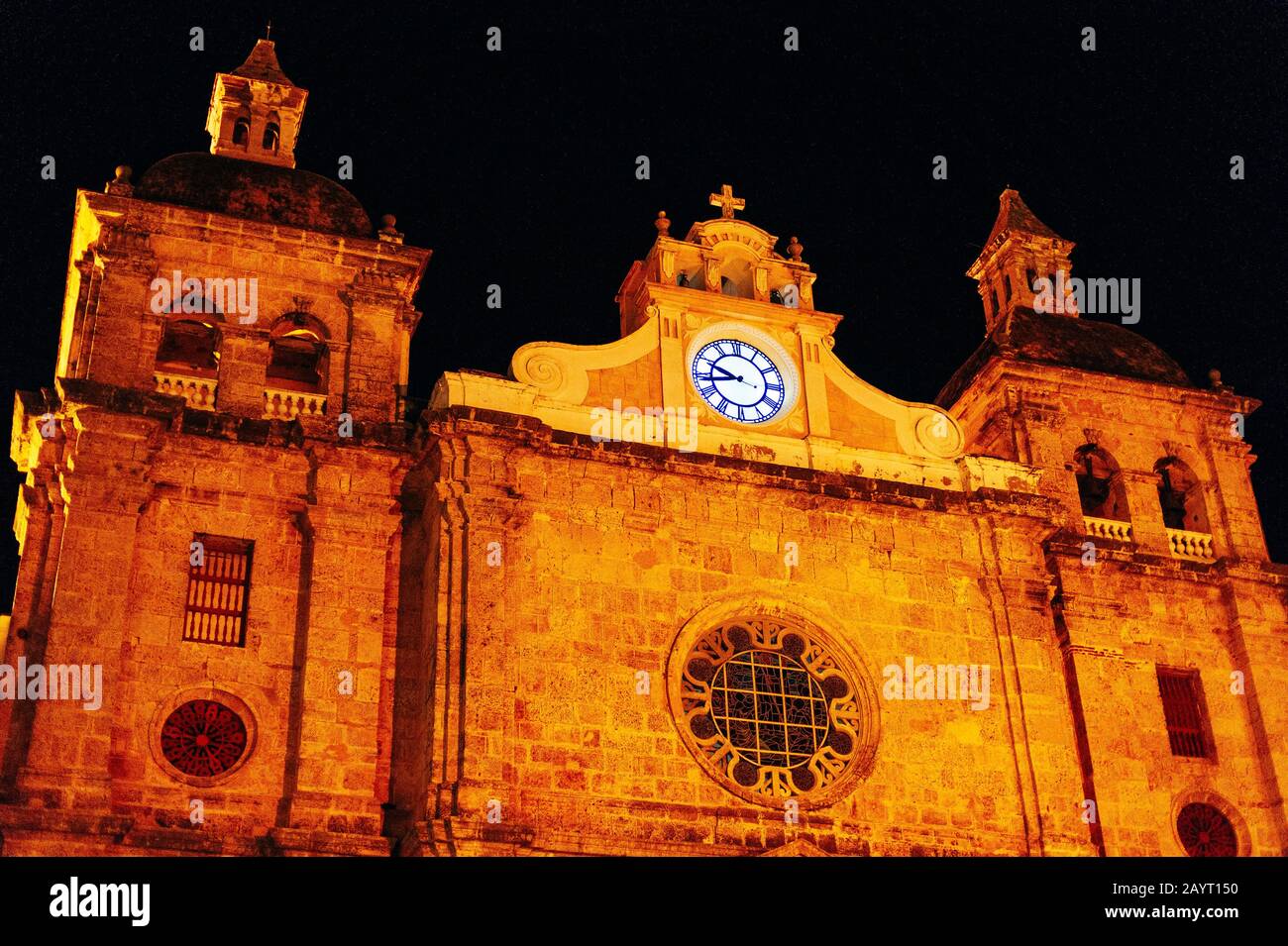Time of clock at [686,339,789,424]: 9:43
